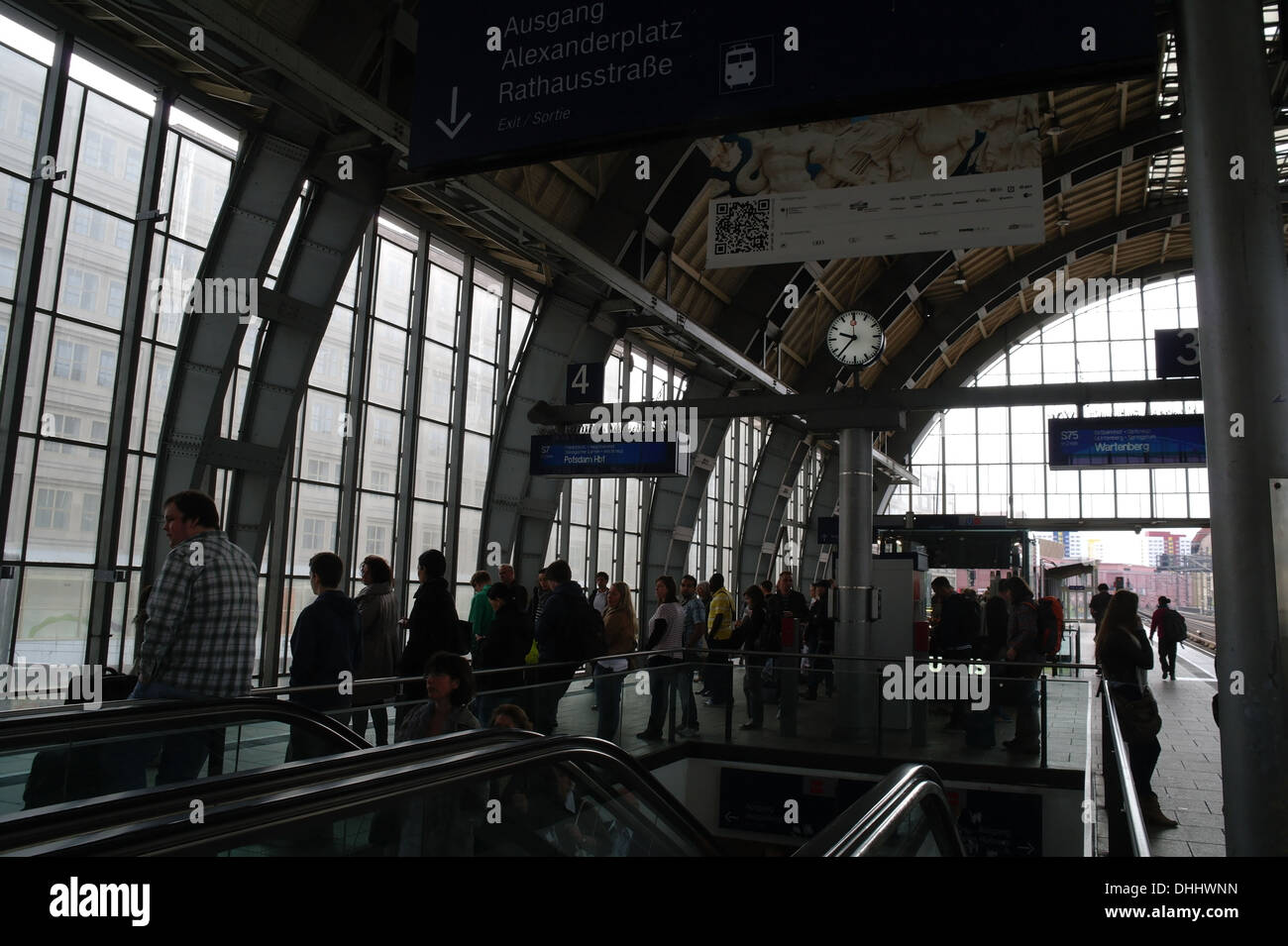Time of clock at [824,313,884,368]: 9:37
